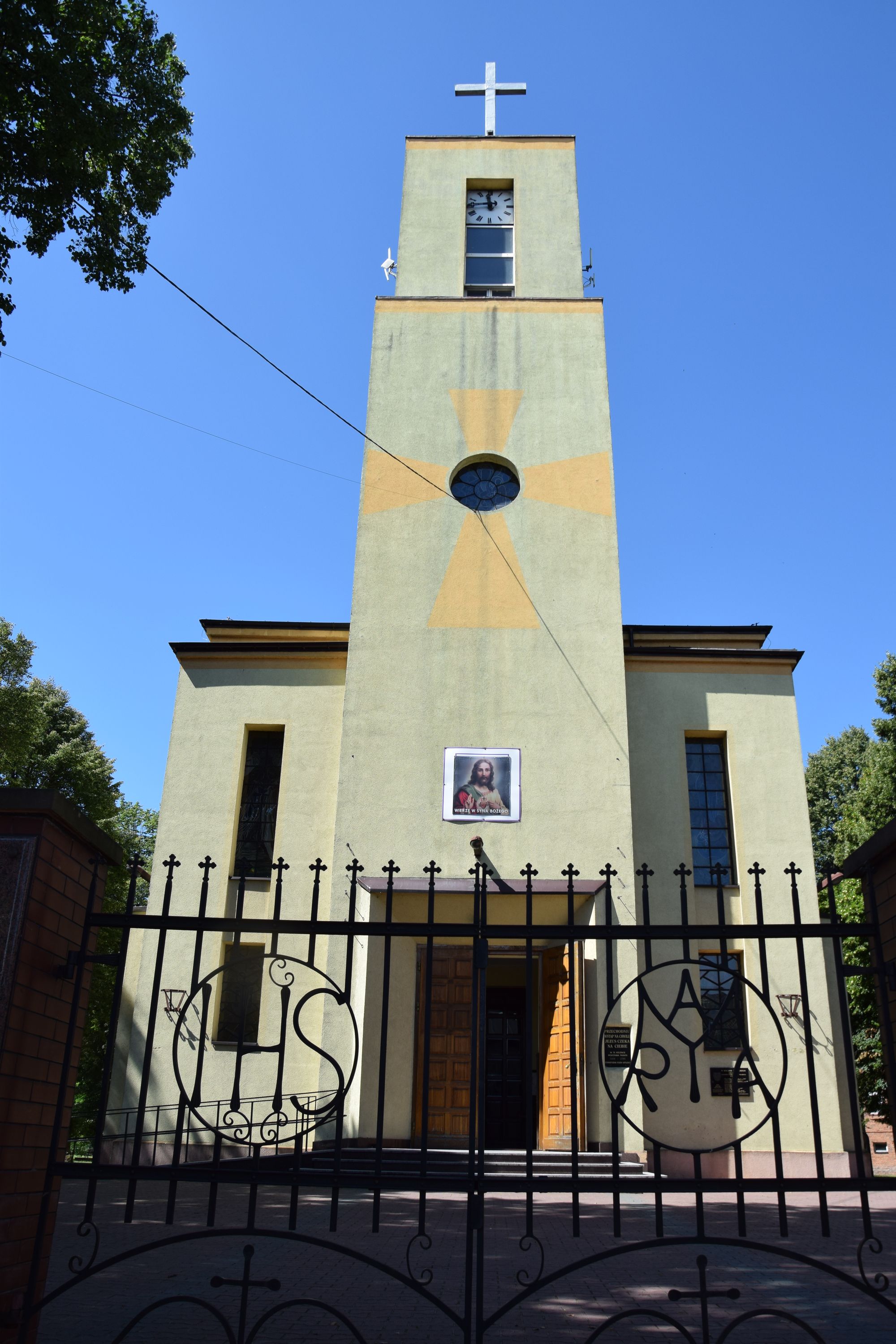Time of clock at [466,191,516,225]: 11:44
